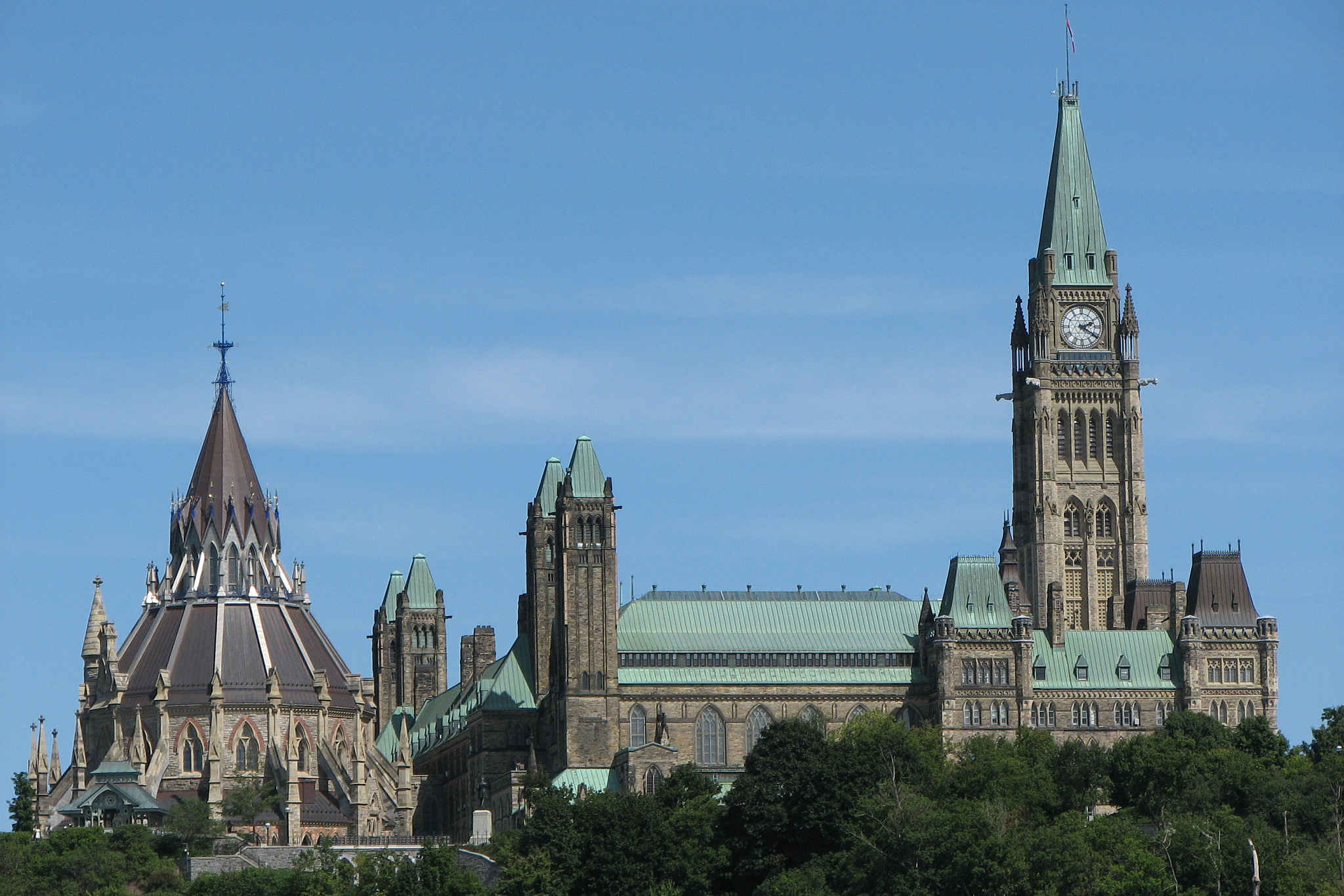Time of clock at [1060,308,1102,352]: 2:20
